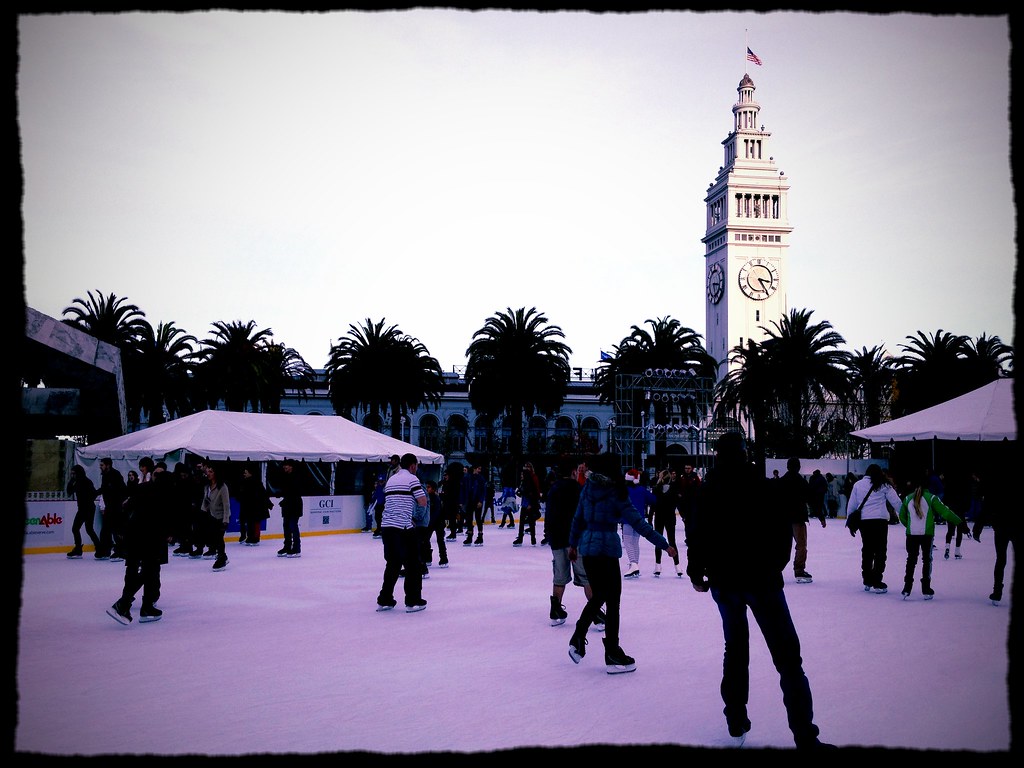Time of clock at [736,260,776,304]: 3:24
